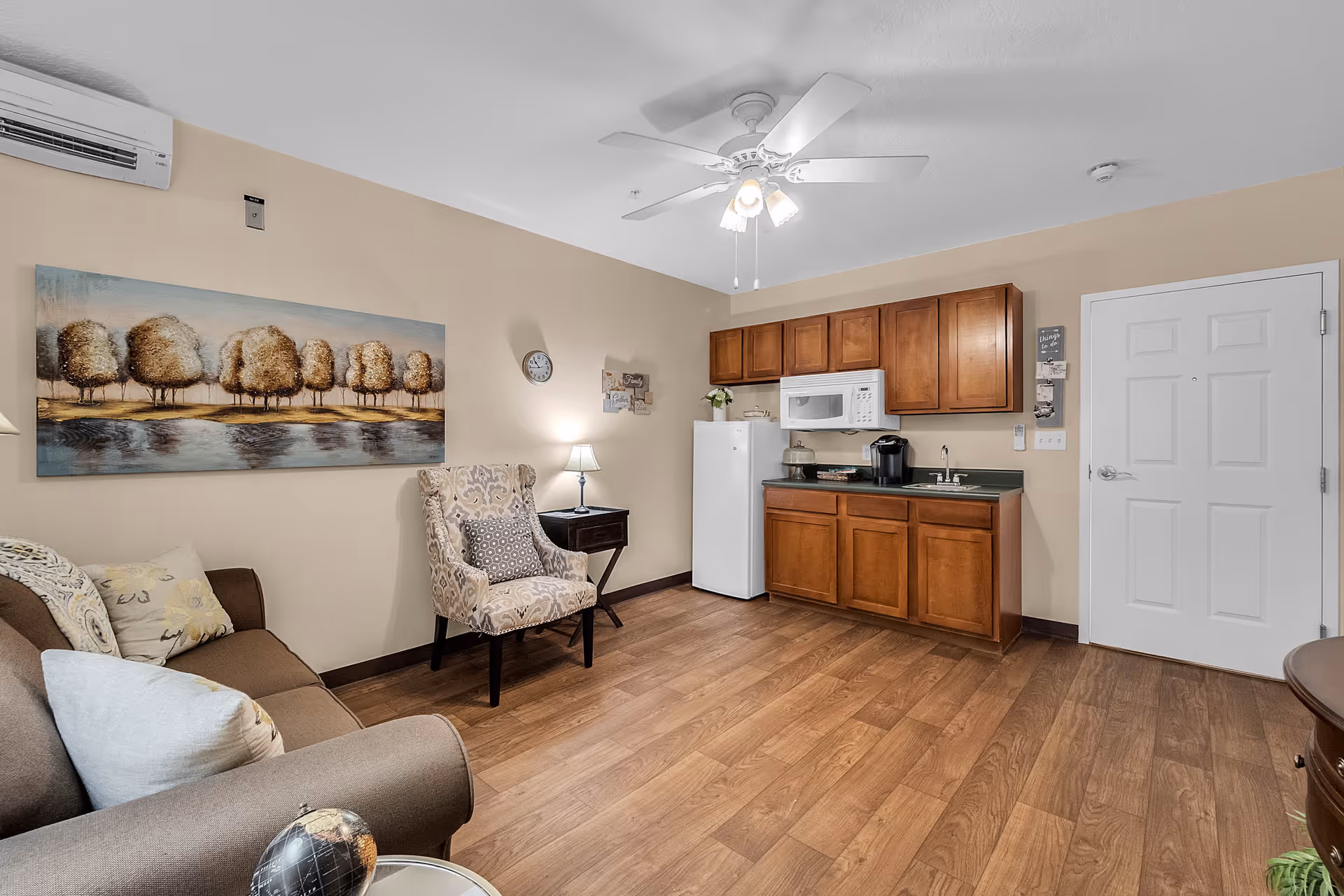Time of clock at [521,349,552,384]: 10:44
